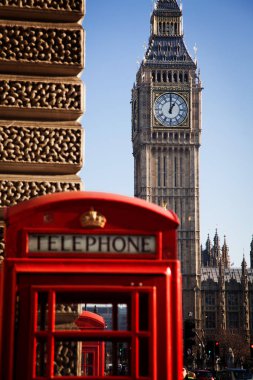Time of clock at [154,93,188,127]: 1:00
